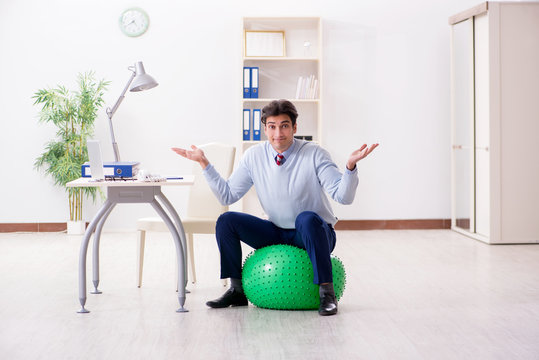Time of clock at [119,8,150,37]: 4:40
